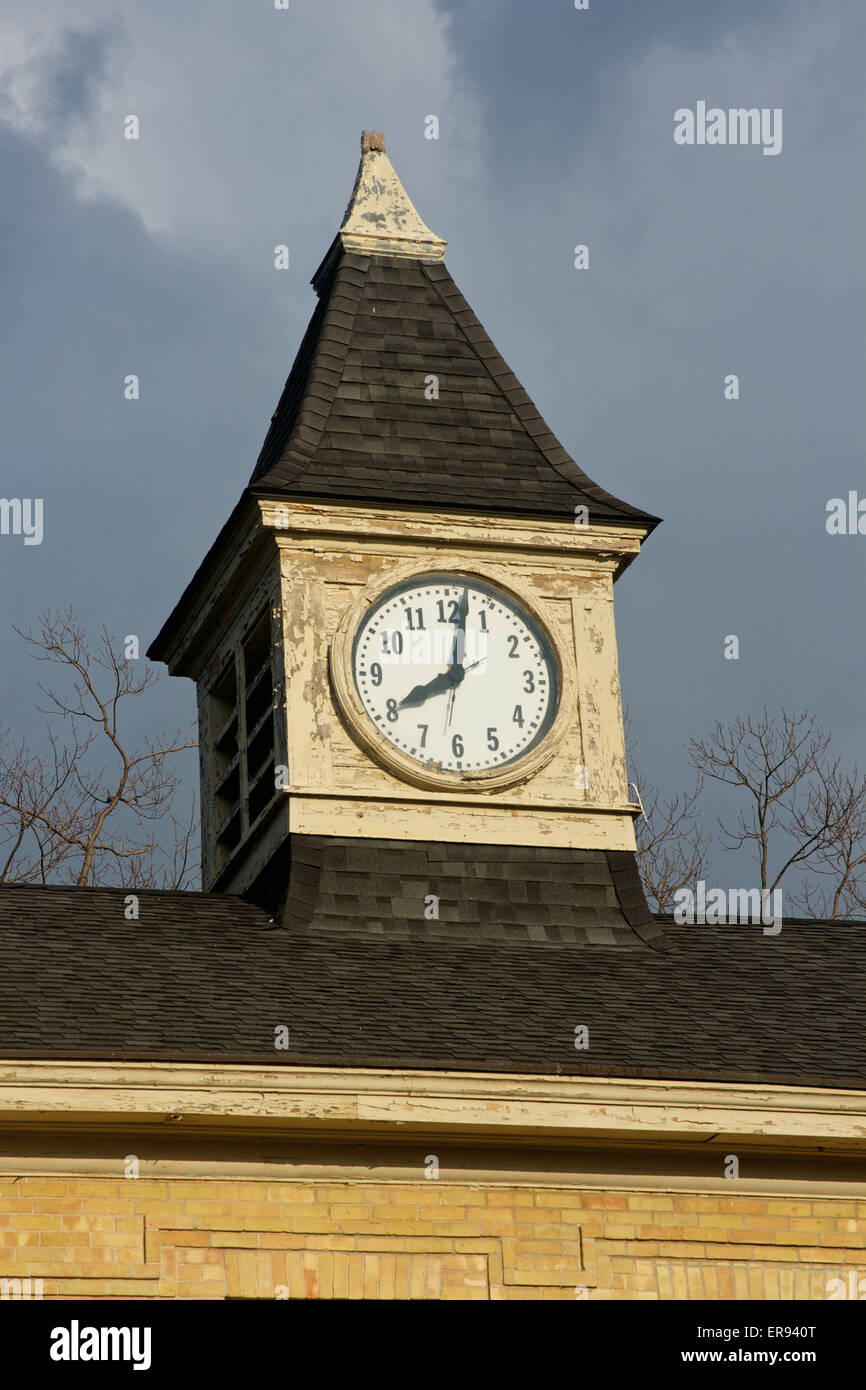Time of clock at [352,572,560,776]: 8:01
